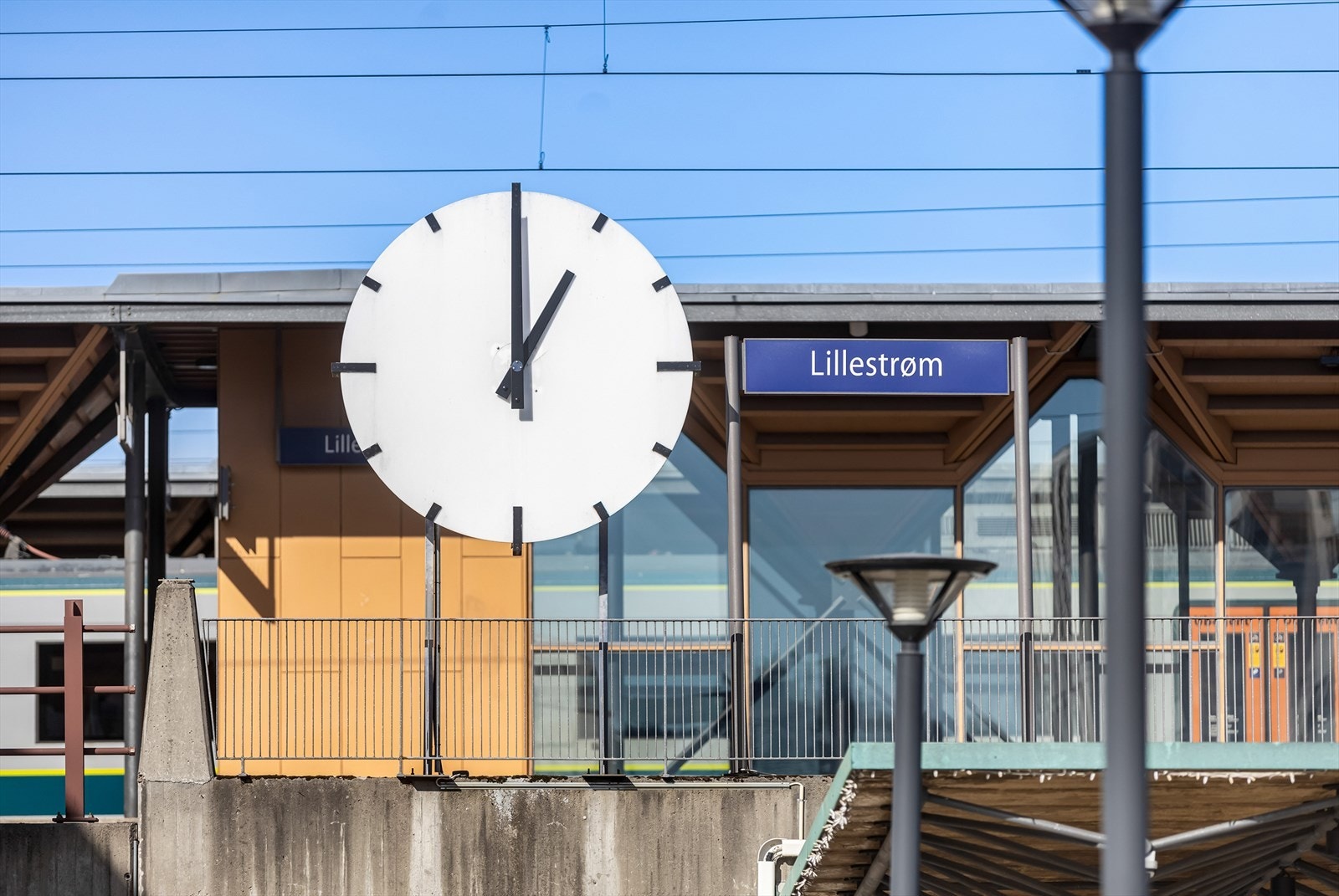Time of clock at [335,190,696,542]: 1:00
